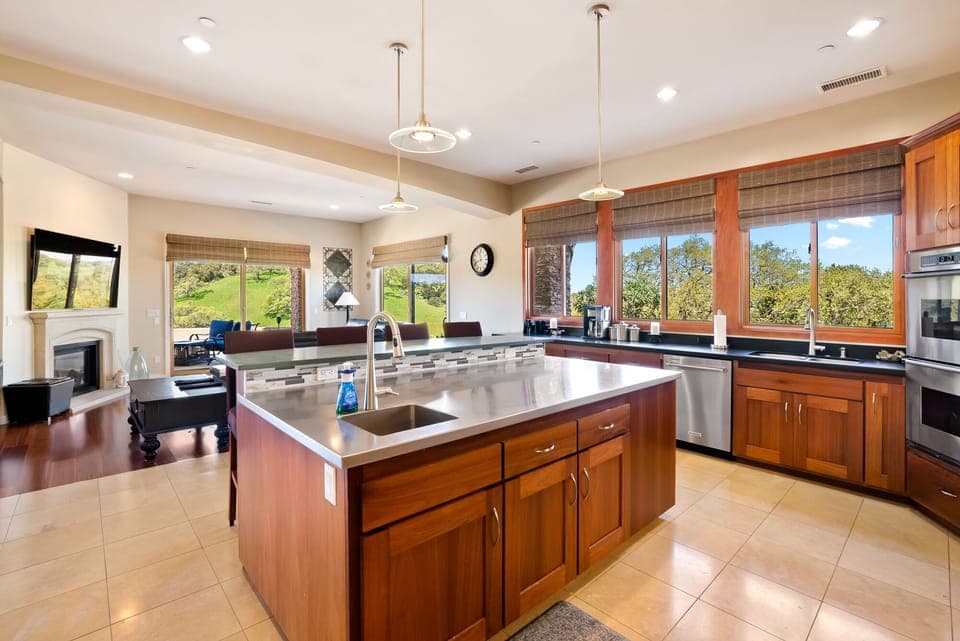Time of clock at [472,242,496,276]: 11:41
